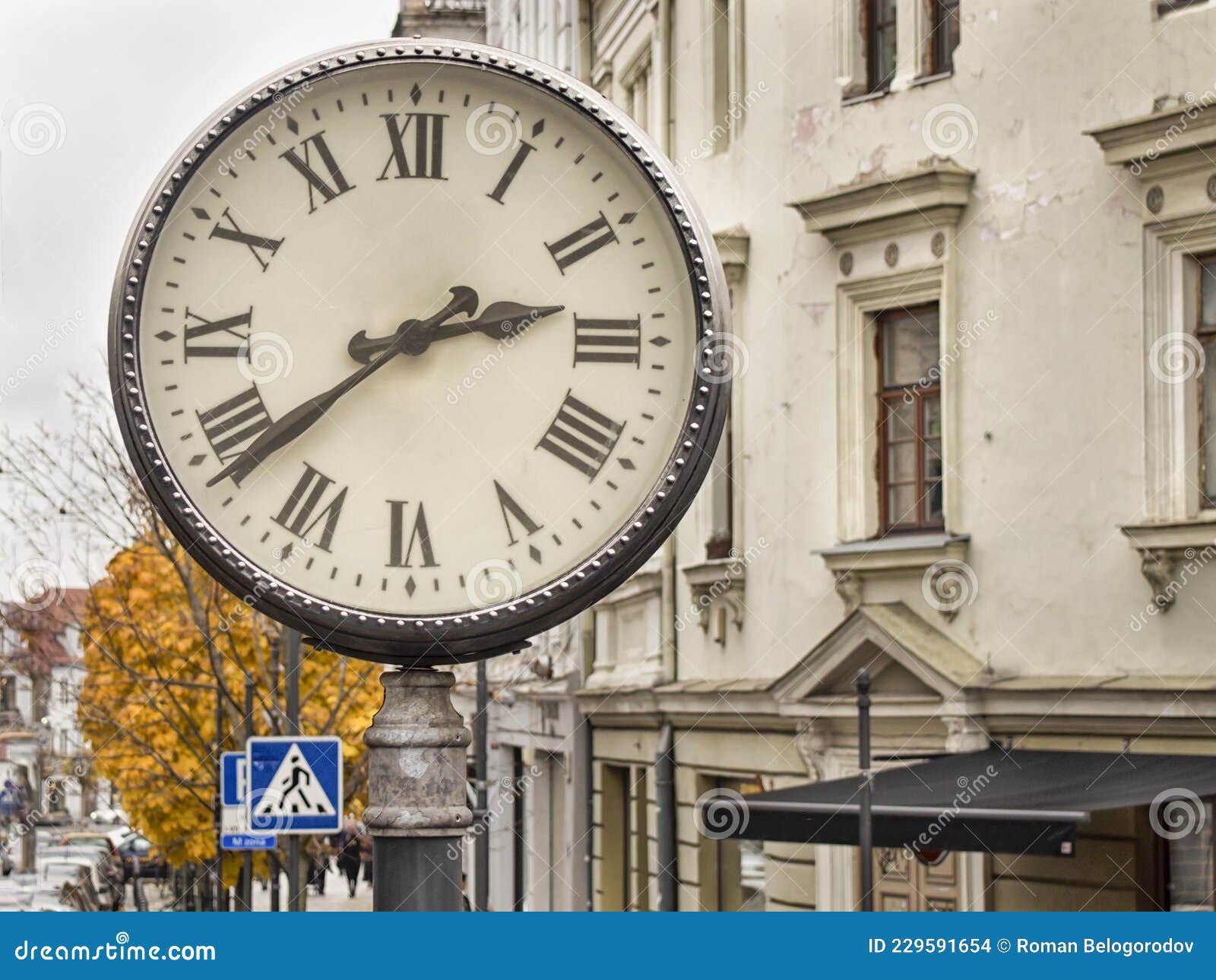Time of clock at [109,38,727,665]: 2:38
